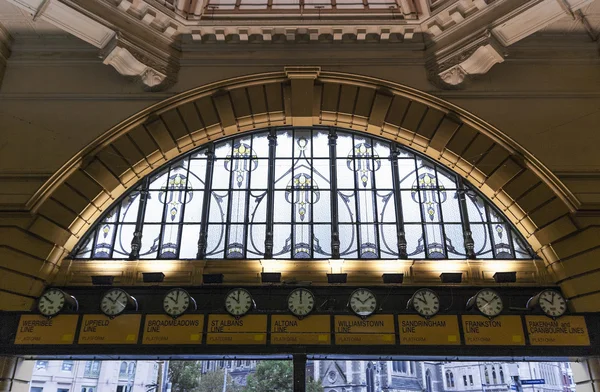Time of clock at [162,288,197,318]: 10:00
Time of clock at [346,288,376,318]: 10:08
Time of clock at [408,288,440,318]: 9:57
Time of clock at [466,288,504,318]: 10:07
